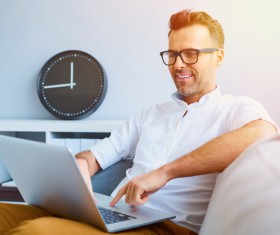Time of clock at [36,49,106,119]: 11:43
